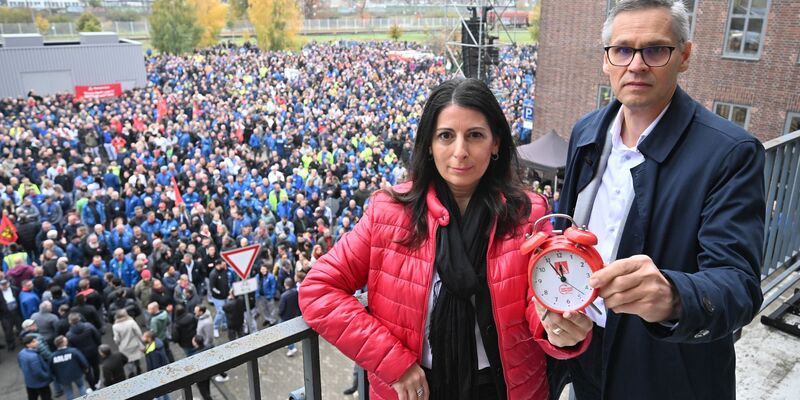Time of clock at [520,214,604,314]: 11:54
